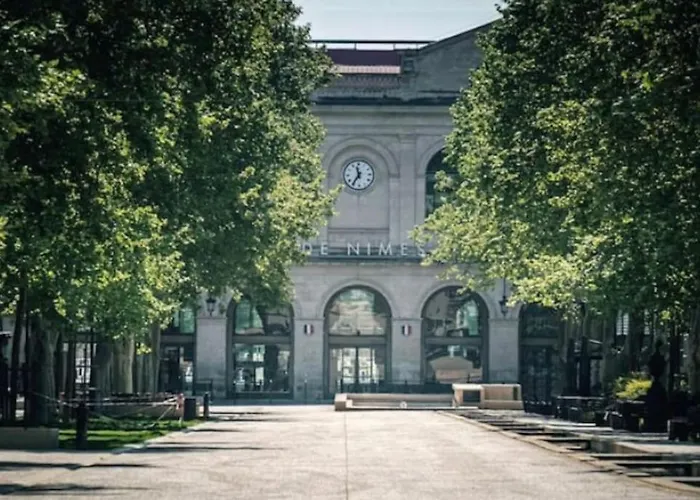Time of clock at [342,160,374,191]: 11:35
